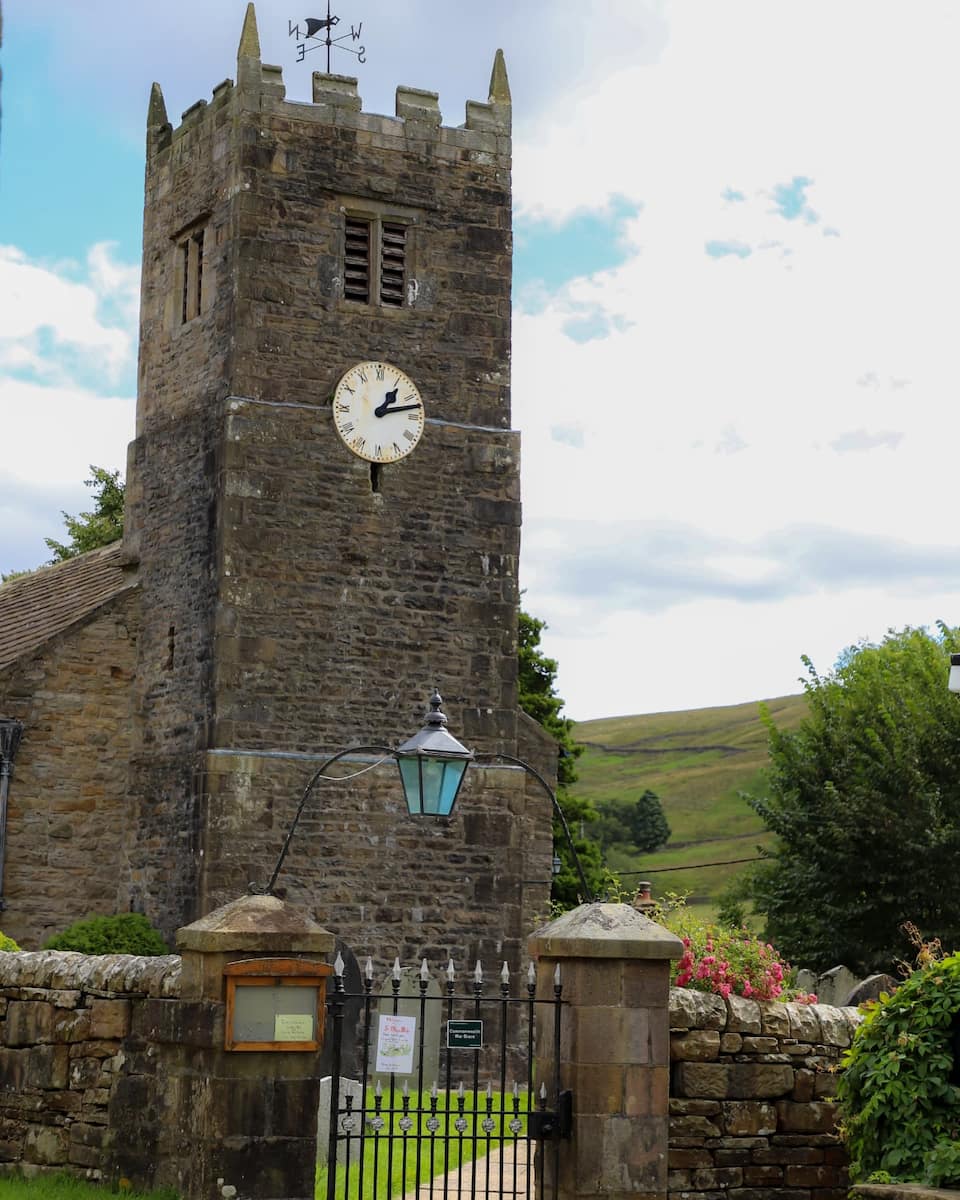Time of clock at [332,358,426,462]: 1:12
